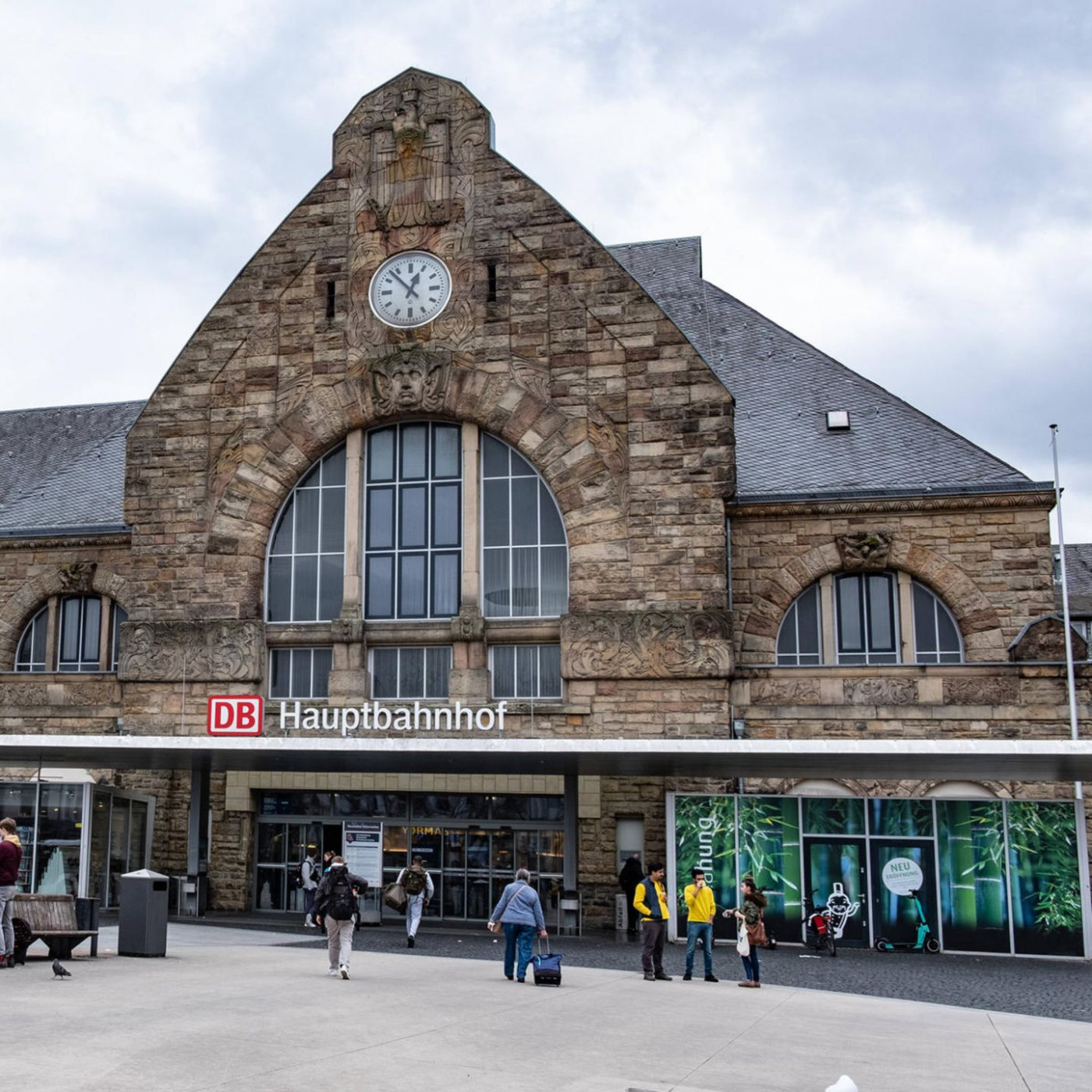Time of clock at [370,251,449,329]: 12:52
